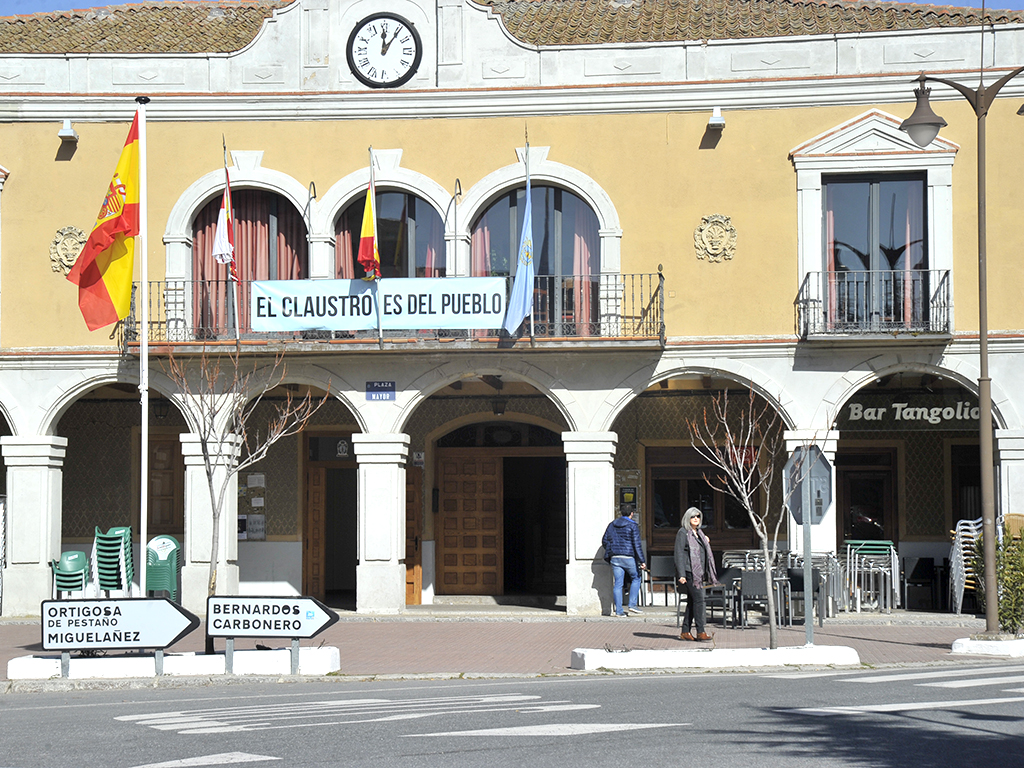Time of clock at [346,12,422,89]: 12:06
